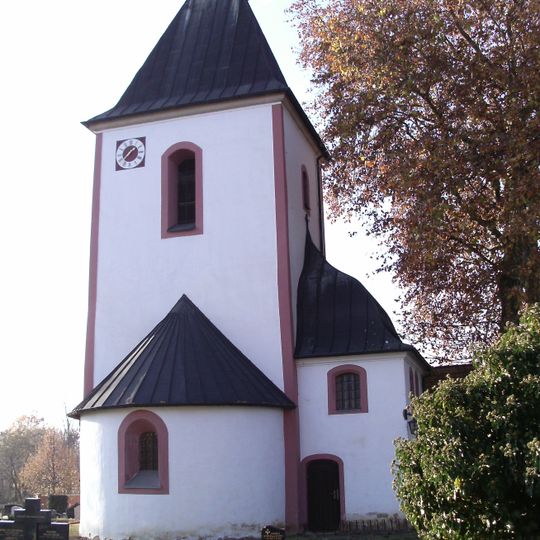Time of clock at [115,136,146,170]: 1:37
